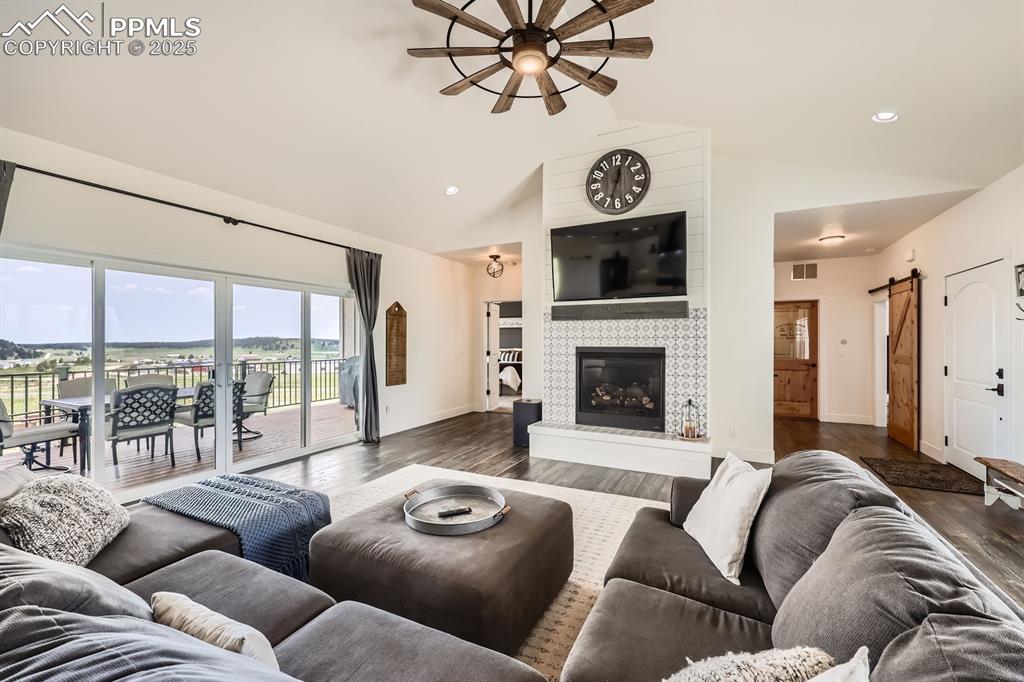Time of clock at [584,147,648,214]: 12:33
